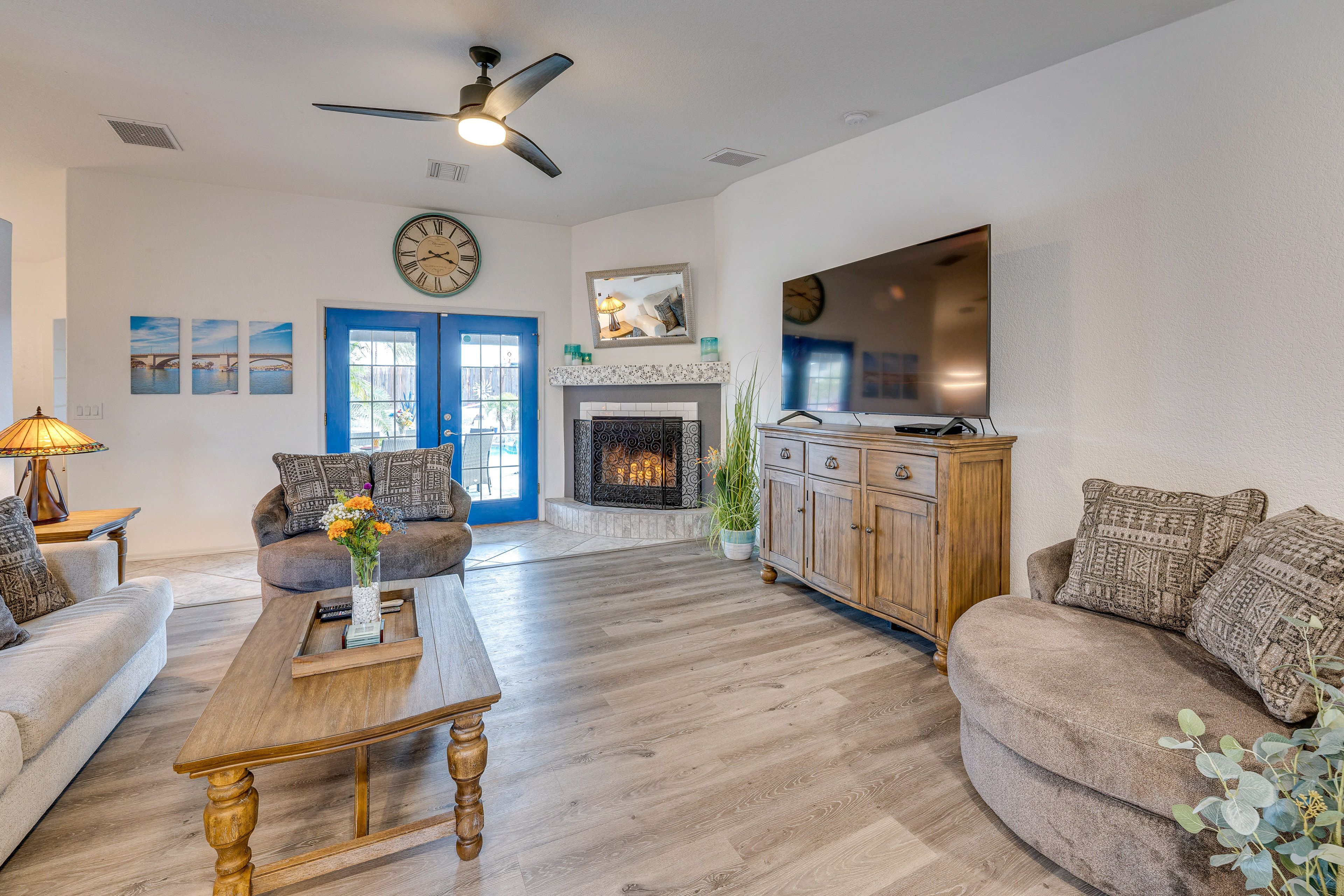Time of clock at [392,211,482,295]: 3:41
